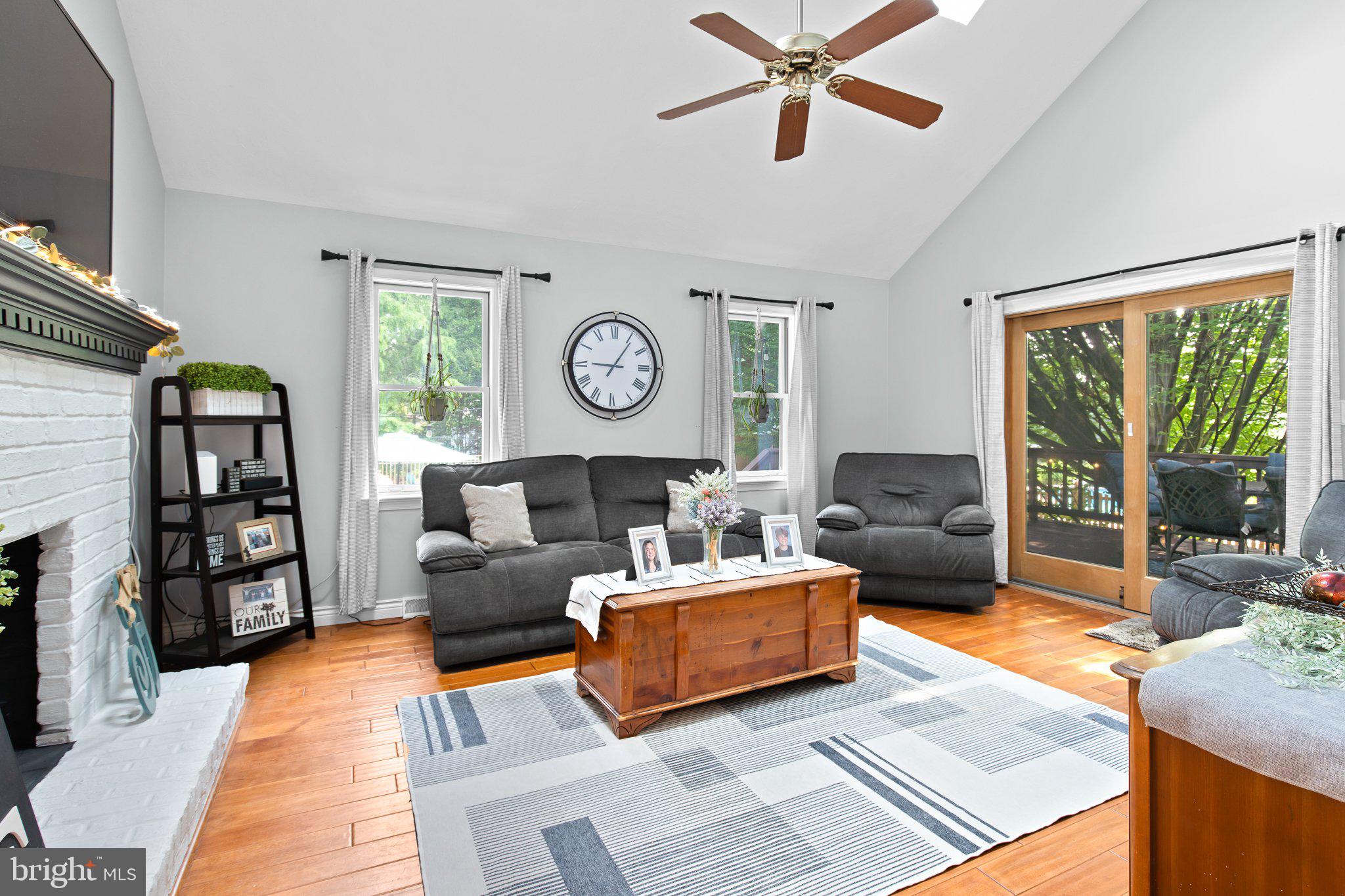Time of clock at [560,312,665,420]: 9:05
